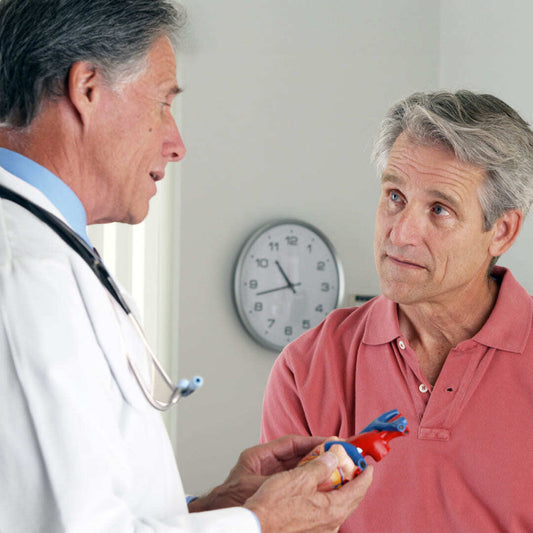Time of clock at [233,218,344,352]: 10:42
